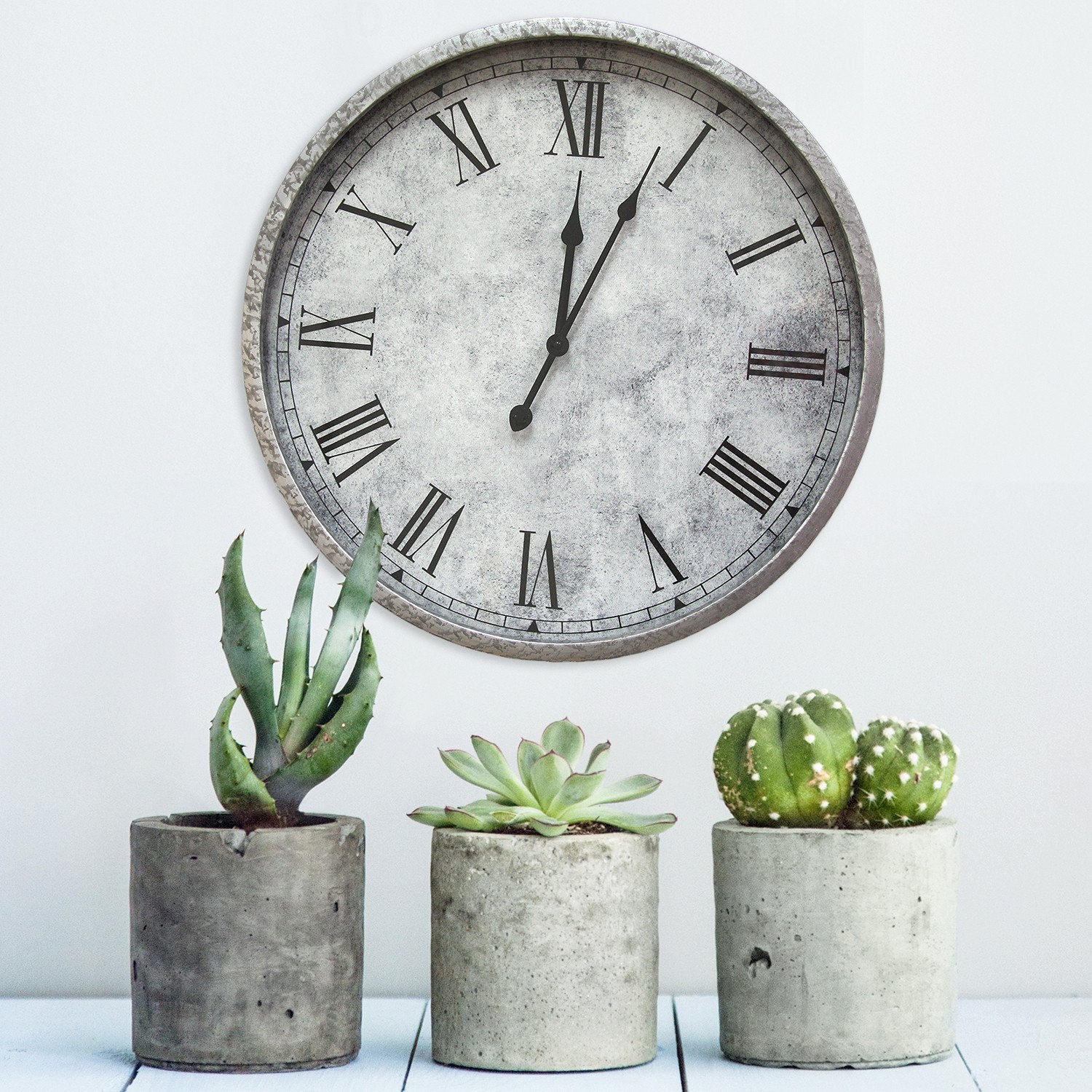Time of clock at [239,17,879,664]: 12:03
